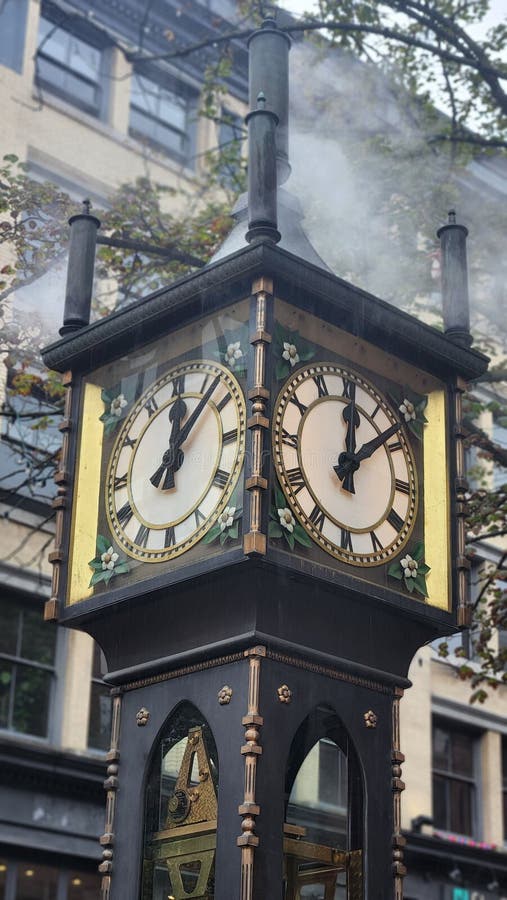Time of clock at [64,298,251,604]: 12:07
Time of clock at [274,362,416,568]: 12:07
